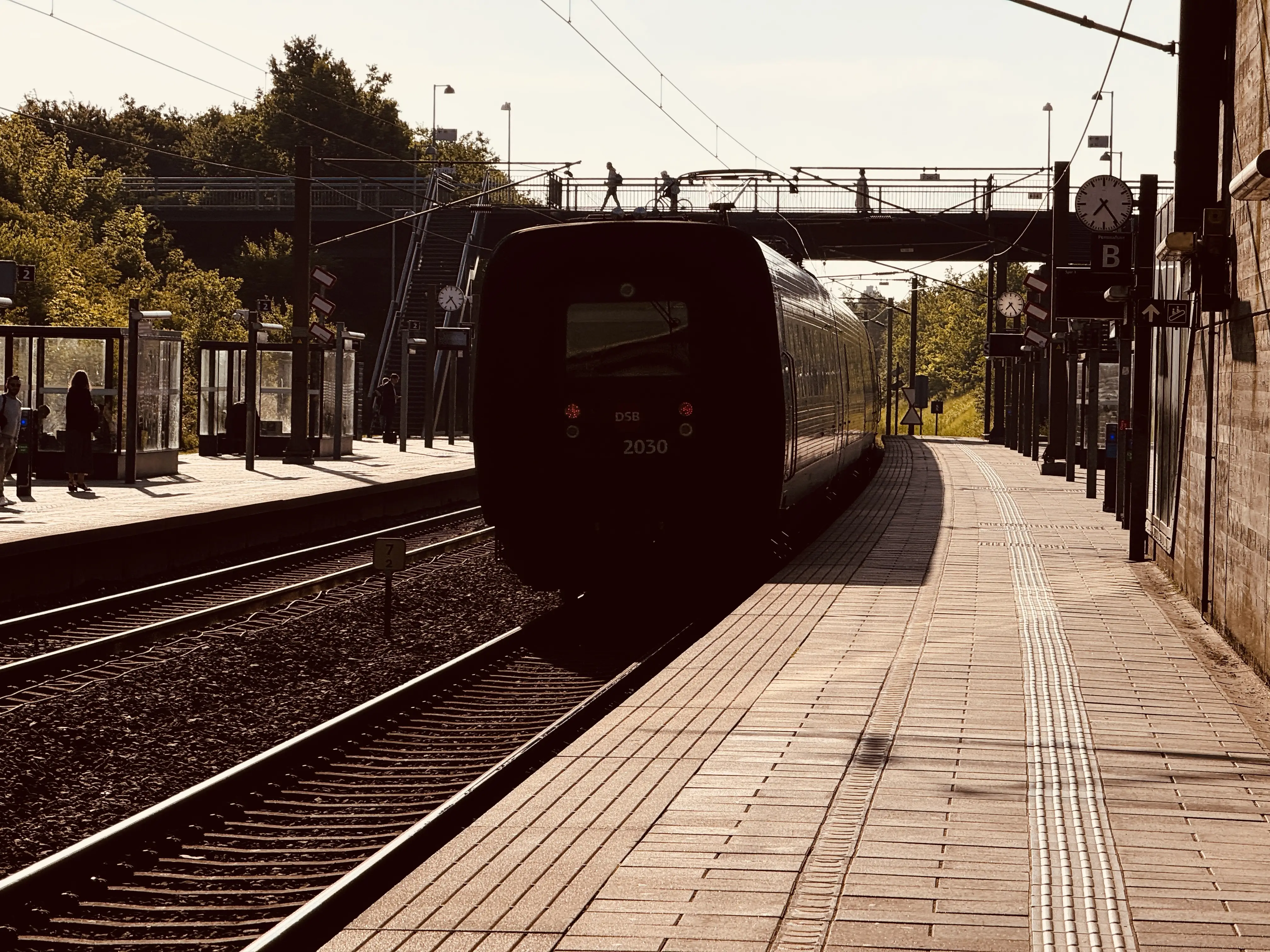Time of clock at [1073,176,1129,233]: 7:24
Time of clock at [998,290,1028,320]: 7:24
